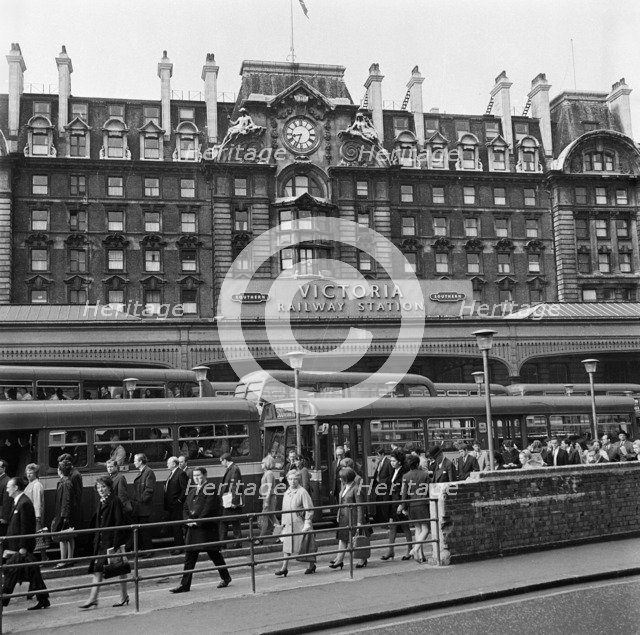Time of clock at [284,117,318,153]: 8:33
